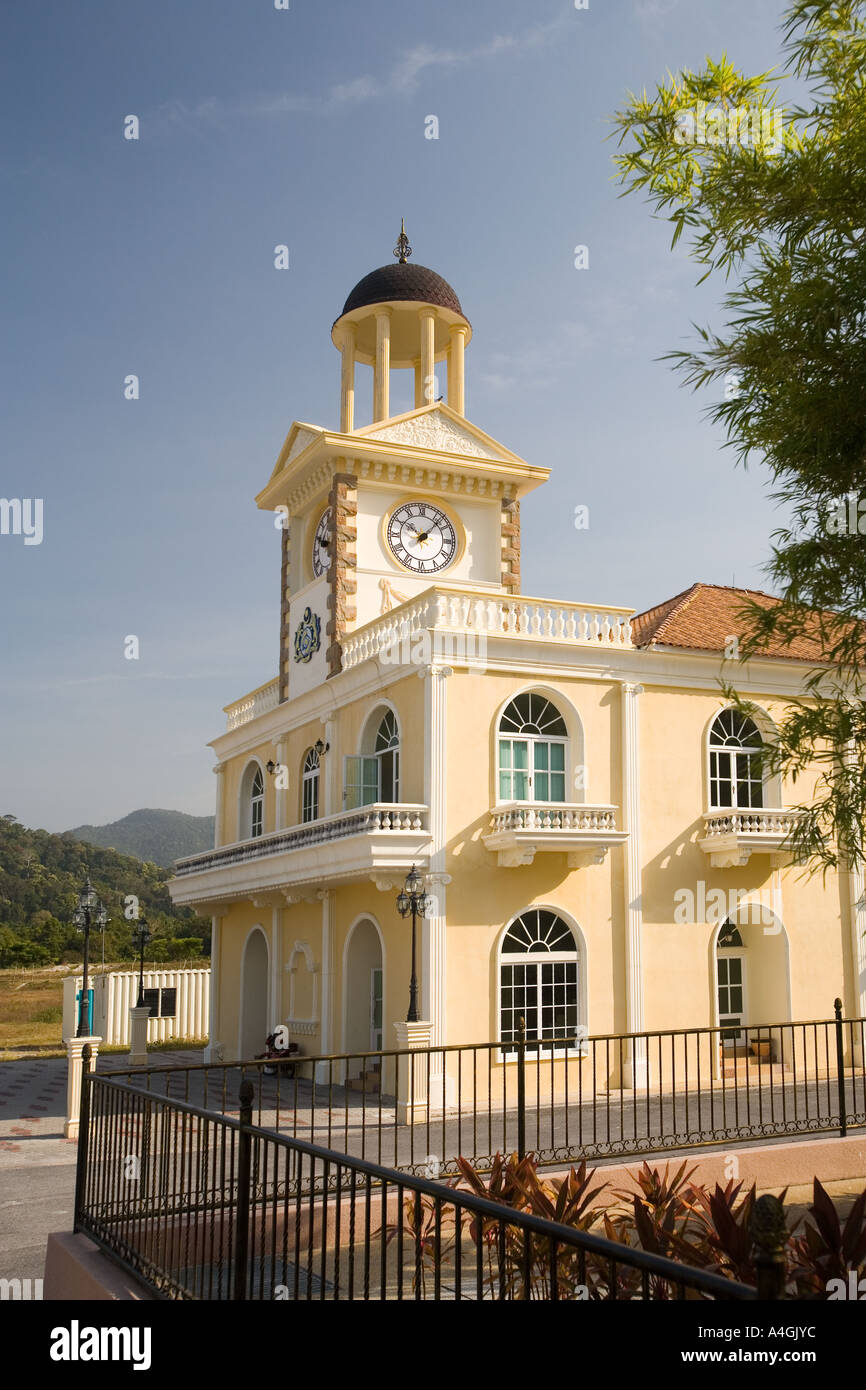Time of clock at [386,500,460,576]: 10:07
